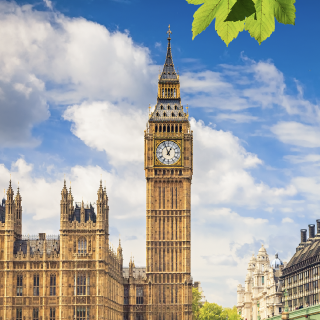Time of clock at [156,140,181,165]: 12:56
